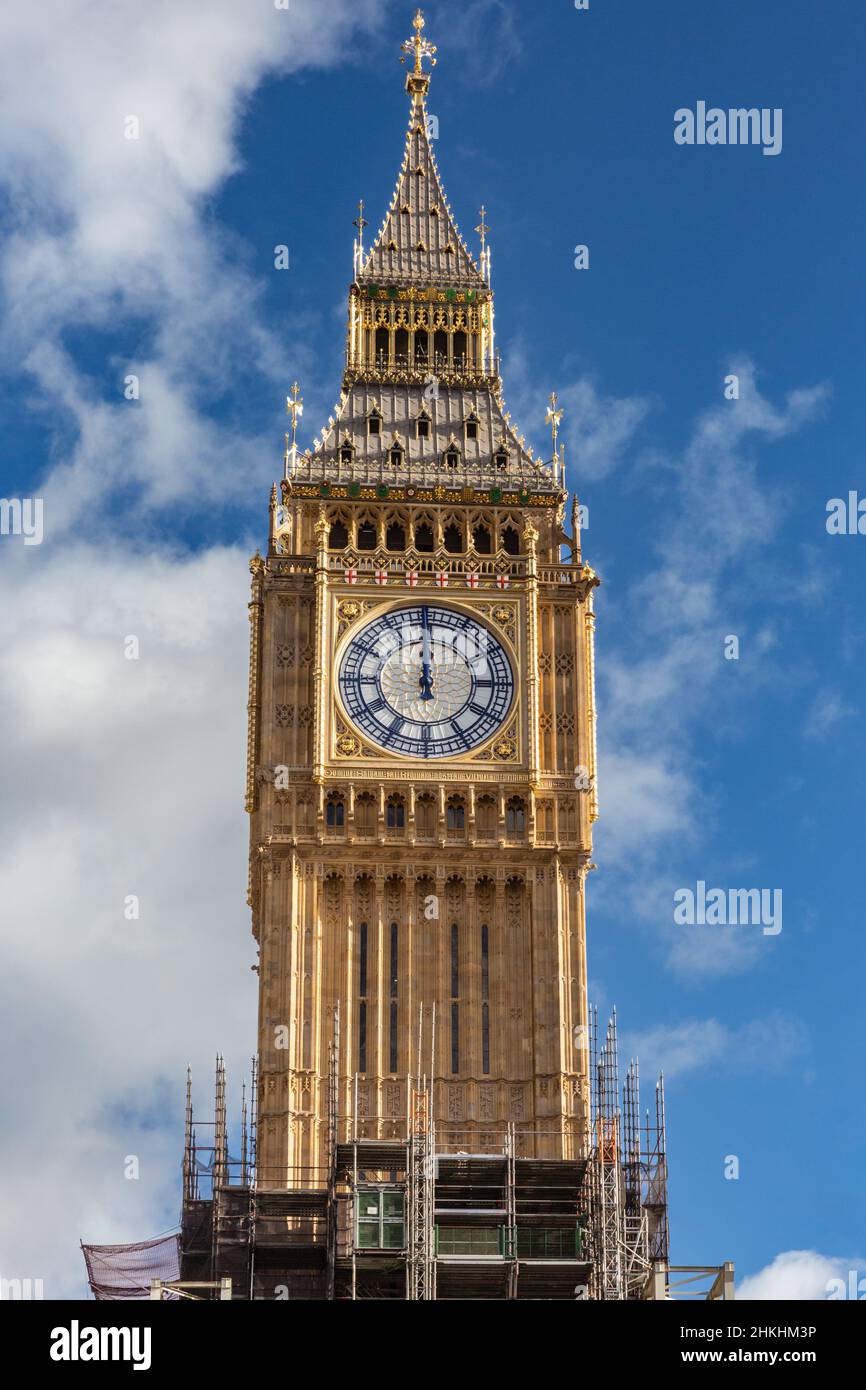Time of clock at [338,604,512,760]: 11:59
